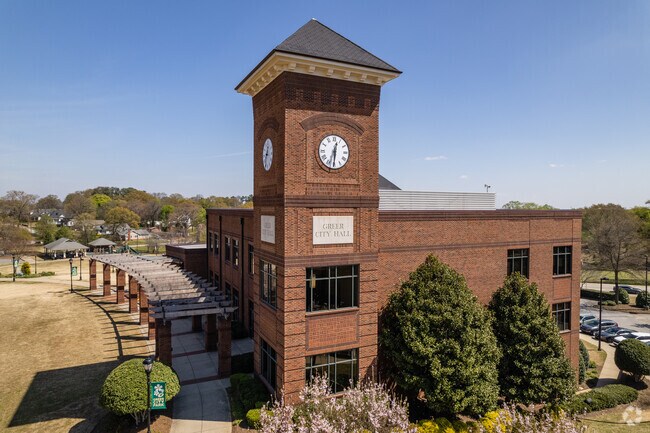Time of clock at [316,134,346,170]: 12:30
